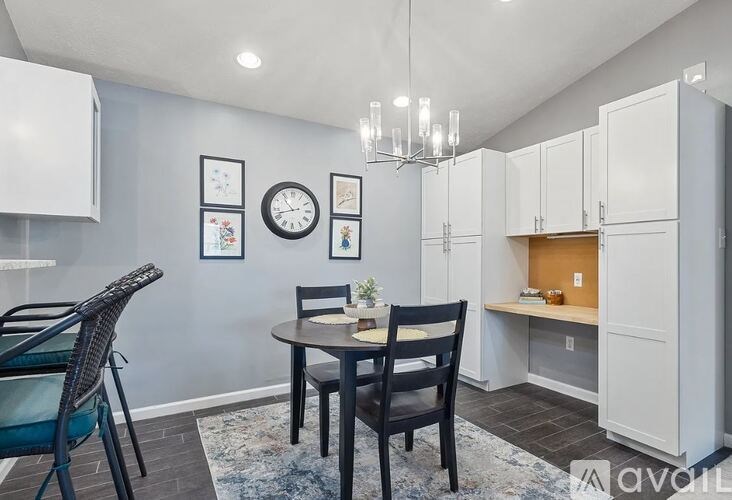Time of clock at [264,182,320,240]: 10:42
